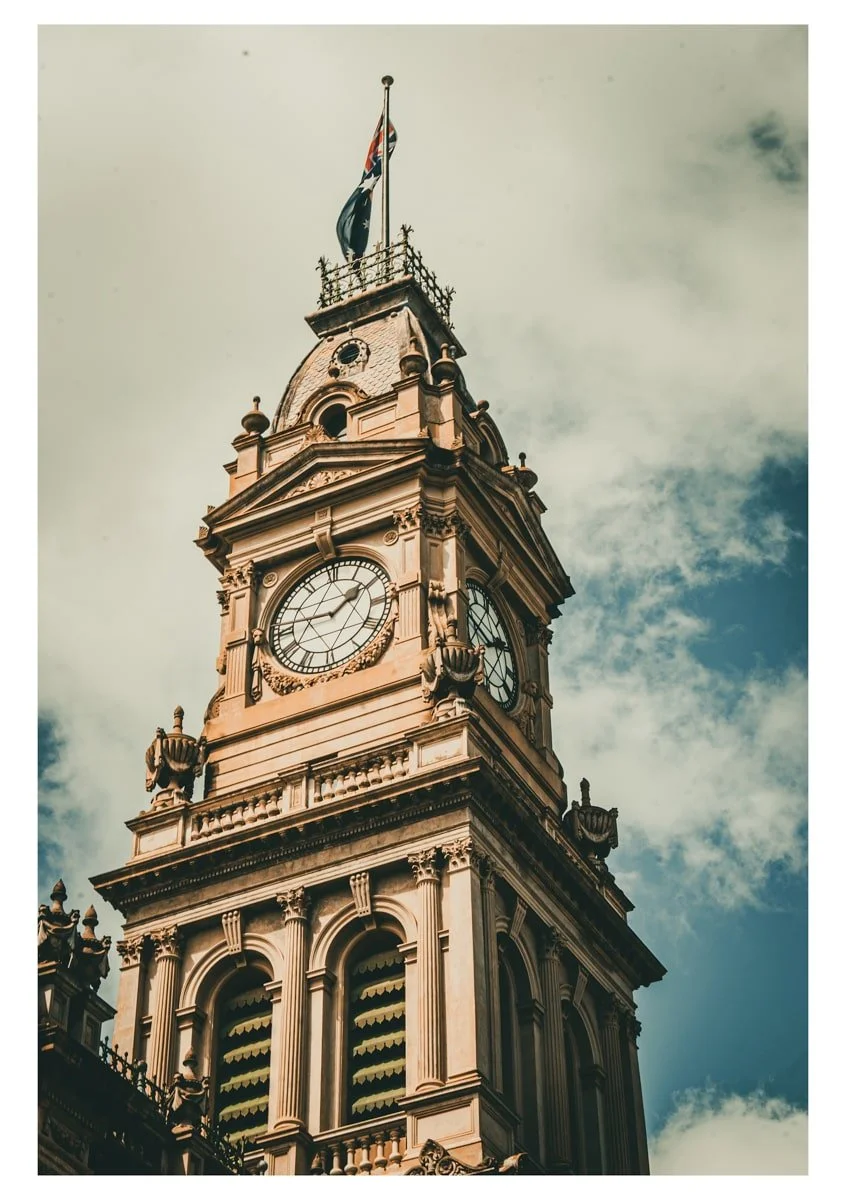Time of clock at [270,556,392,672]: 1:46
